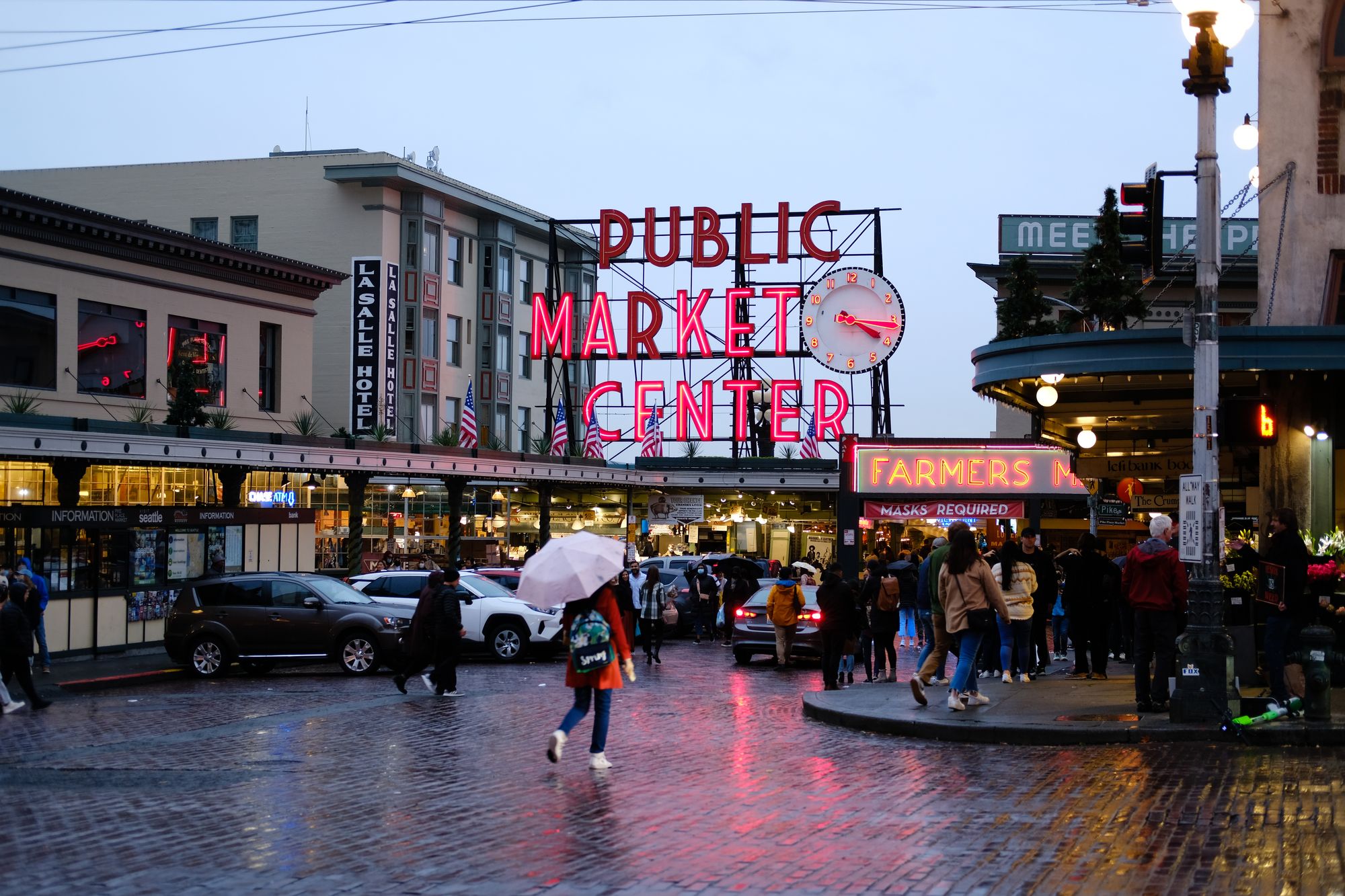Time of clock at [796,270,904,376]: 3:15
